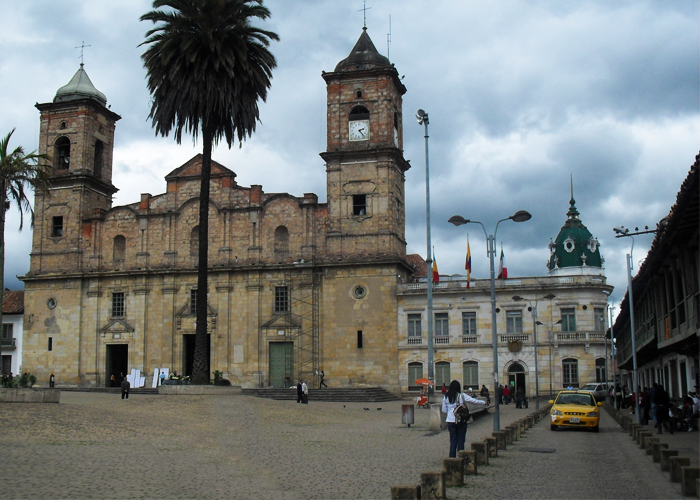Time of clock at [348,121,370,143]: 2:23
